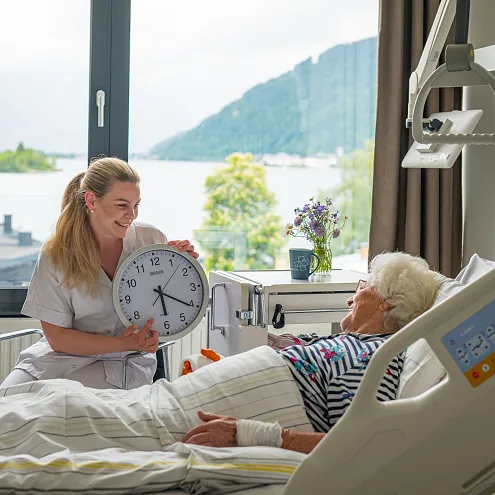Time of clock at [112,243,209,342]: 6:20
